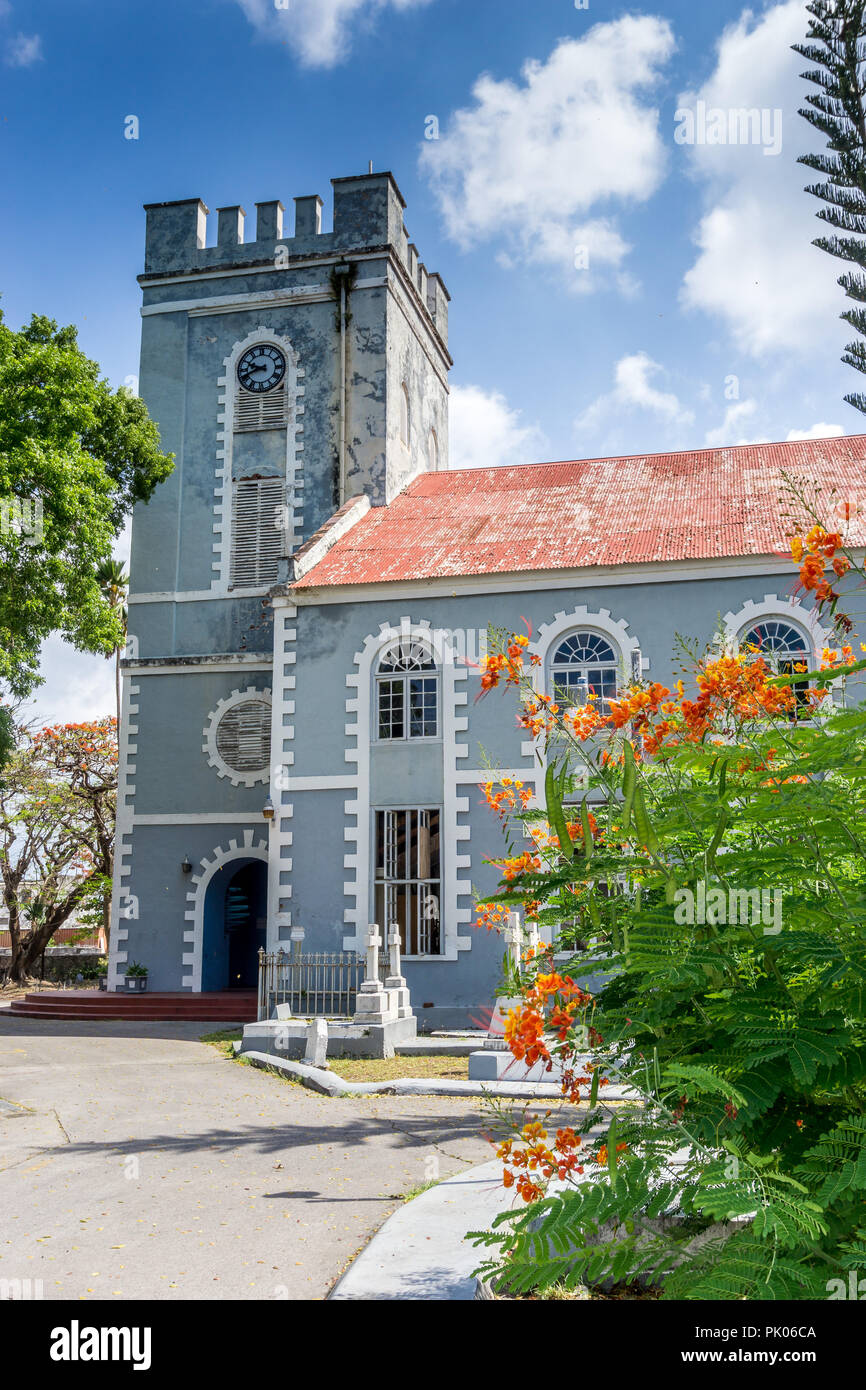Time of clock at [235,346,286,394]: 9:41
